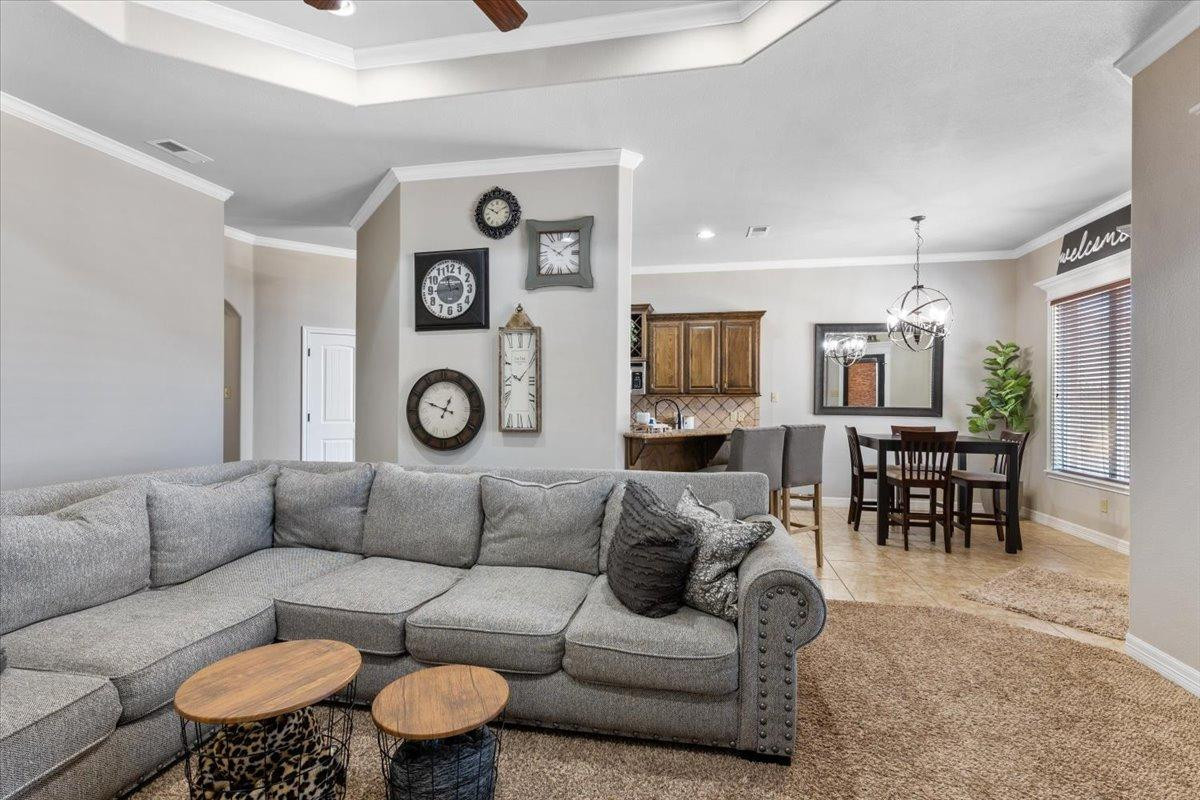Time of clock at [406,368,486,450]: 12:48
